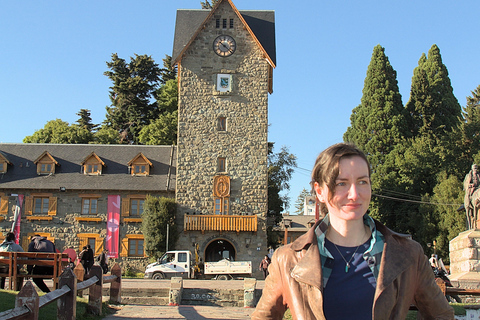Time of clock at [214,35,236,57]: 10:22
